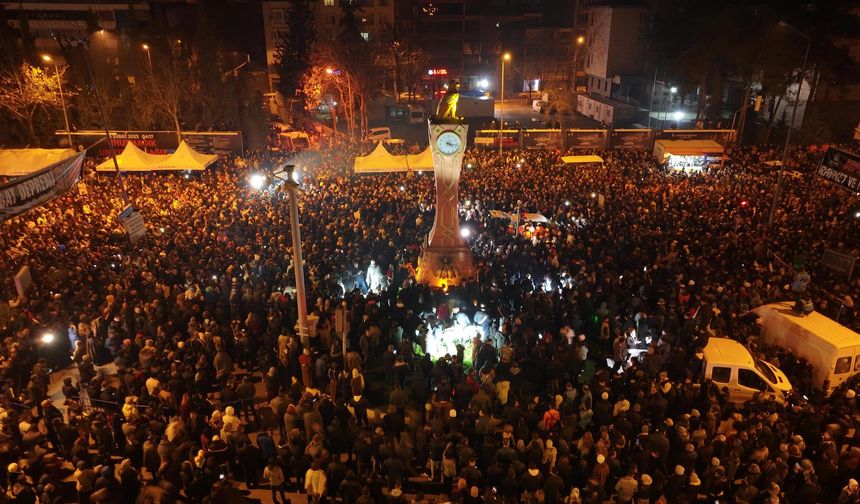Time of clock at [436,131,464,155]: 4:17
